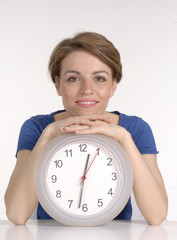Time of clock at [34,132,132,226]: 12:32
